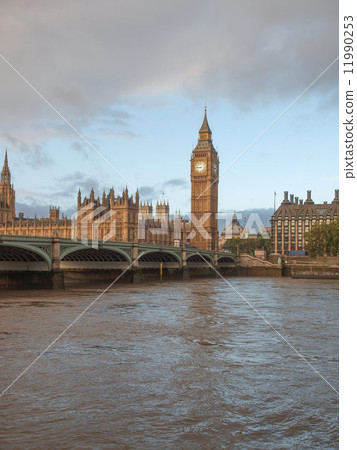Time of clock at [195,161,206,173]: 8:45
